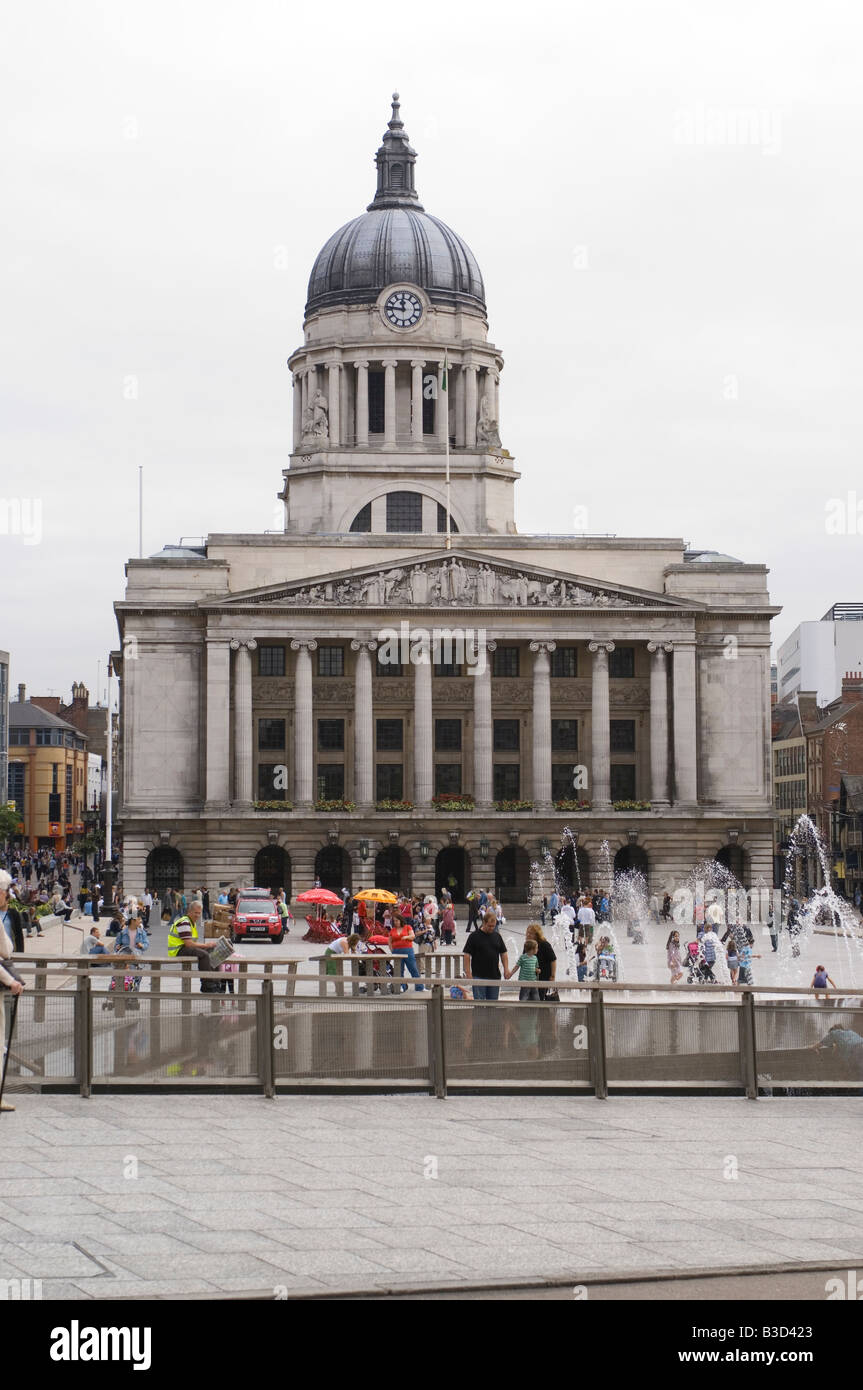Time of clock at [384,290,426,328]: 11:46
